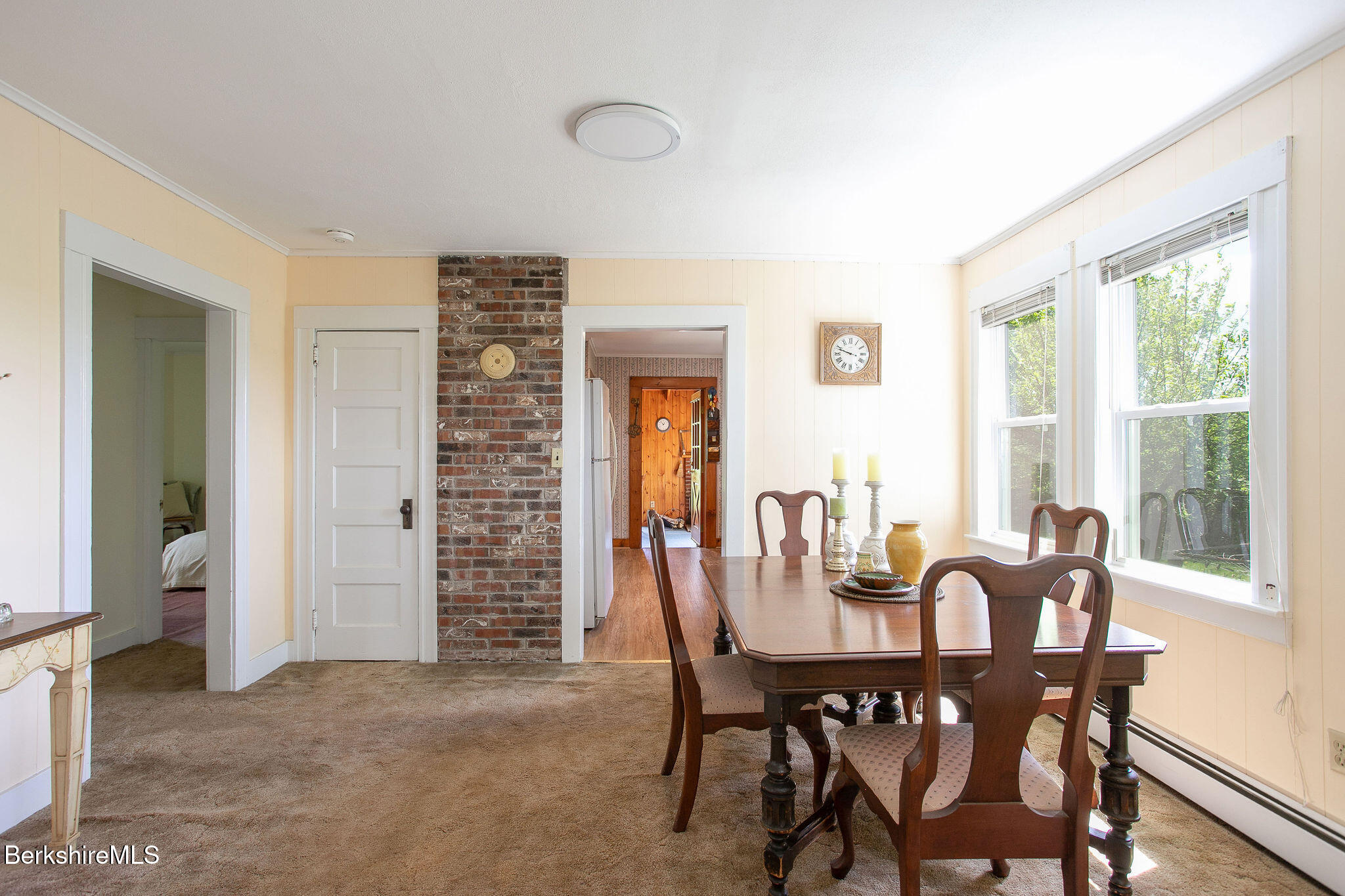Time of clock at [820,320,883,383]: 9:48
